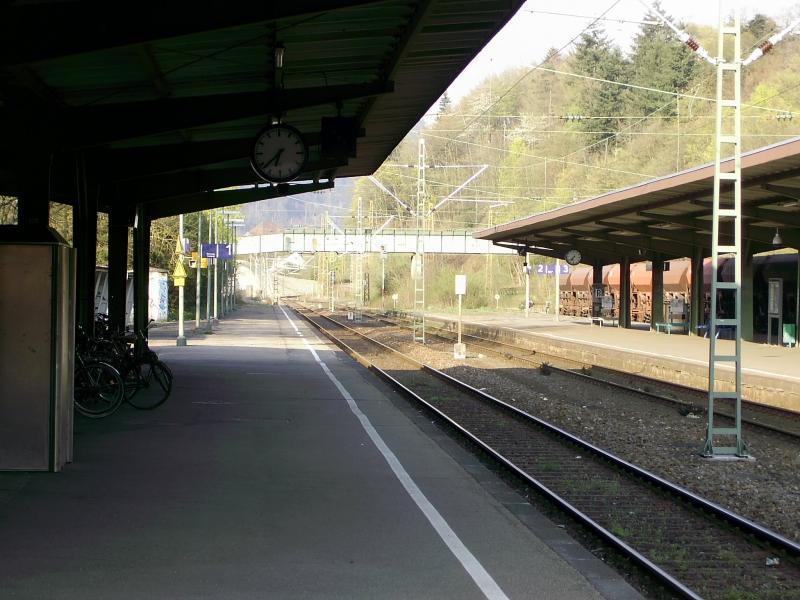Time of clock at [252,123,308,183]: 6:38
